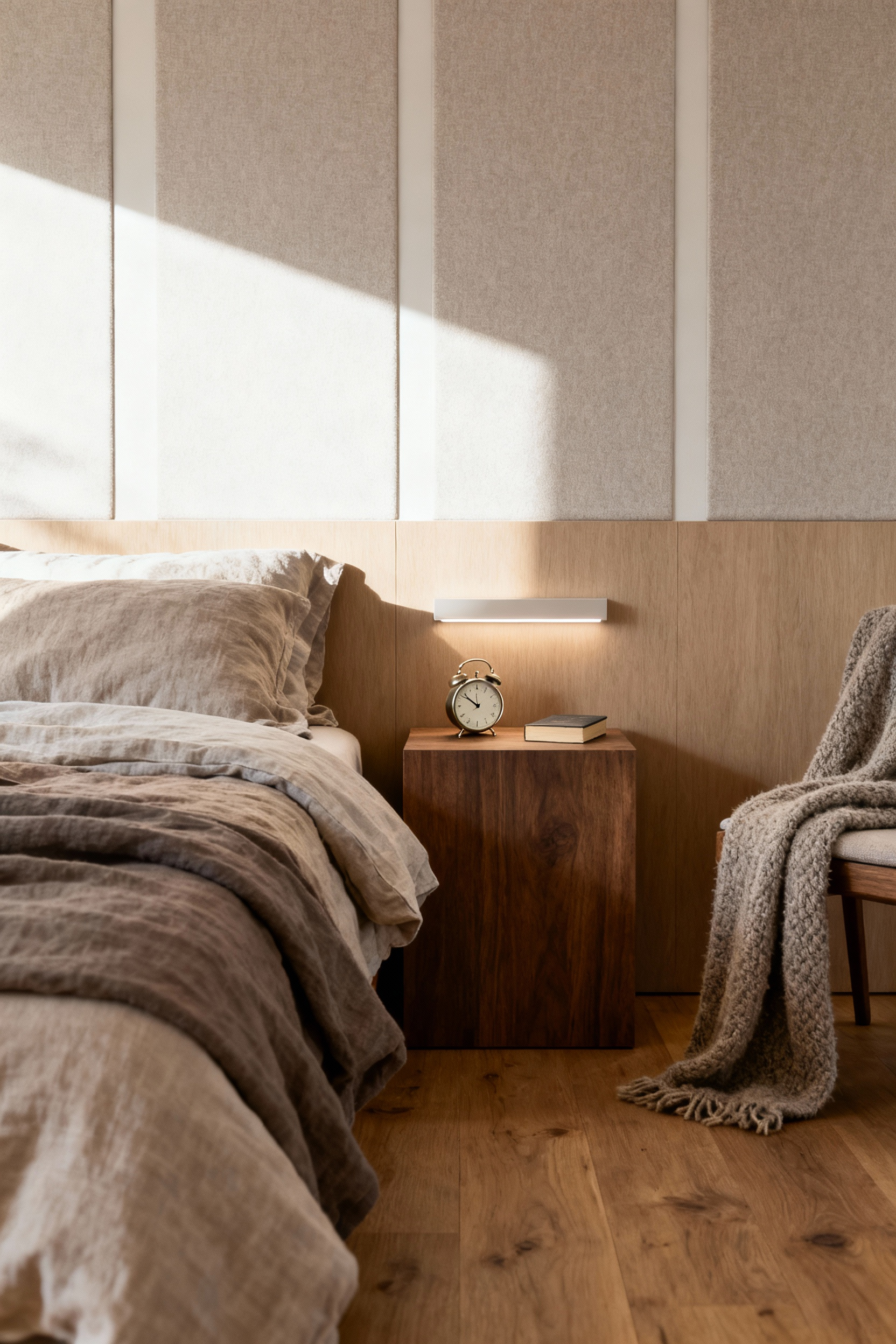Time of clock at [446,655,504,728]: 11:51
